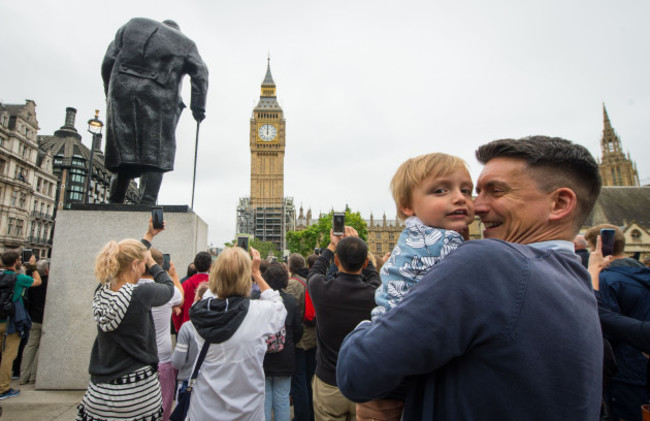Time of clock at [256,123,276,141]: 12:00
